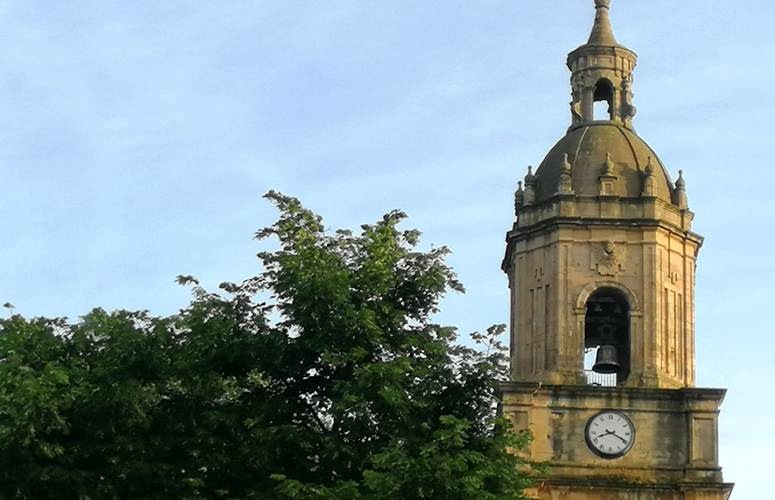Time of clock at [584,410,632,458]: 8:19
